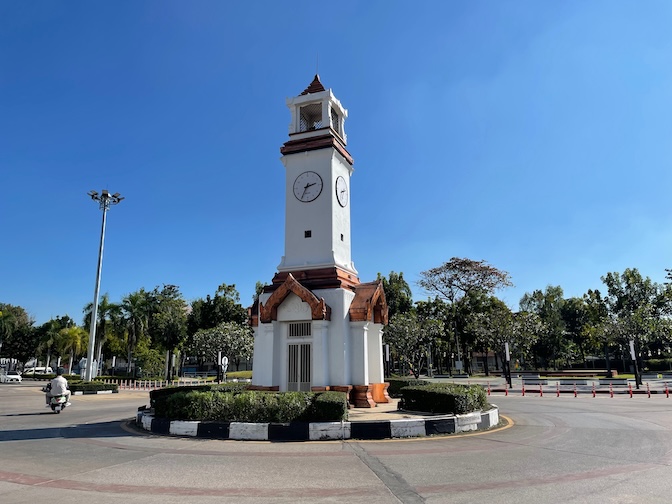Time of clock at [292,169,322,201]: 2:35
